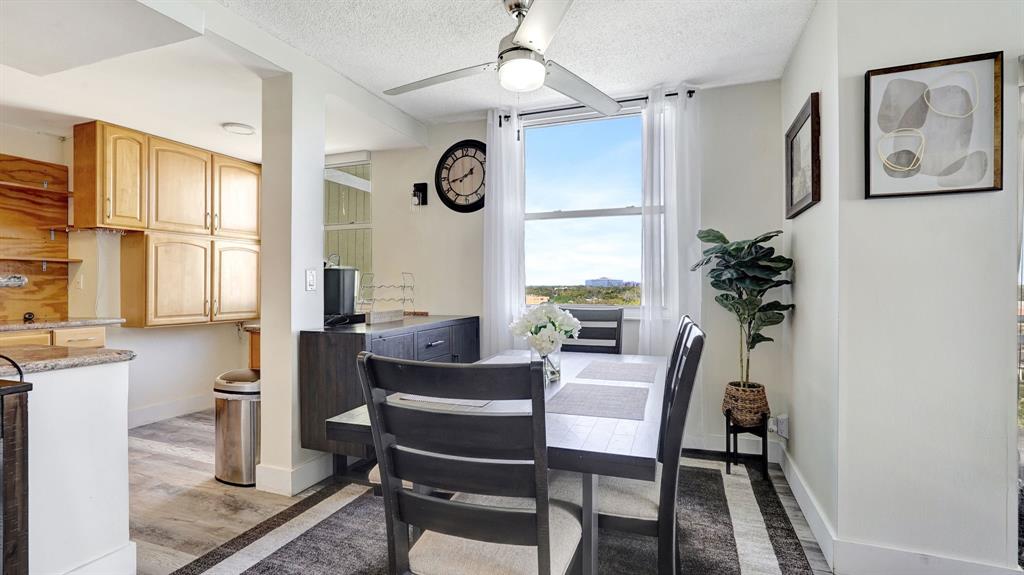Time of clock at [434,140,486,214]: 1:42
